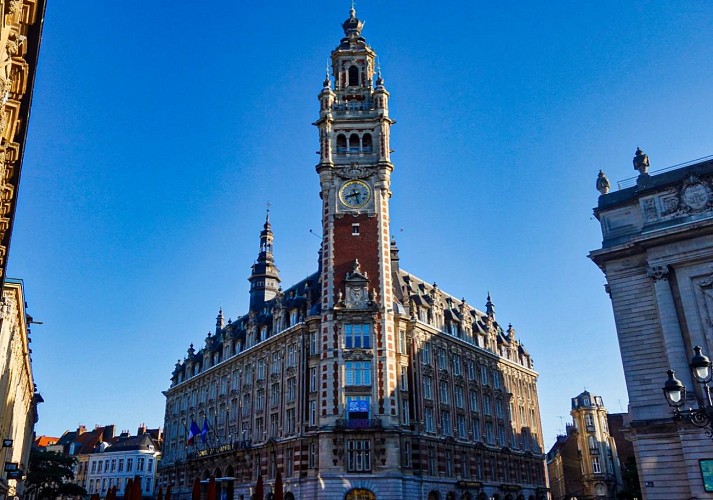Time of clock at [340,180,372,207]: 8:27
